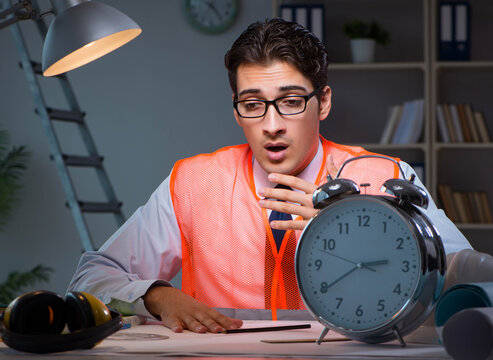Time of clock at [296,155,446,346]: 2:39
